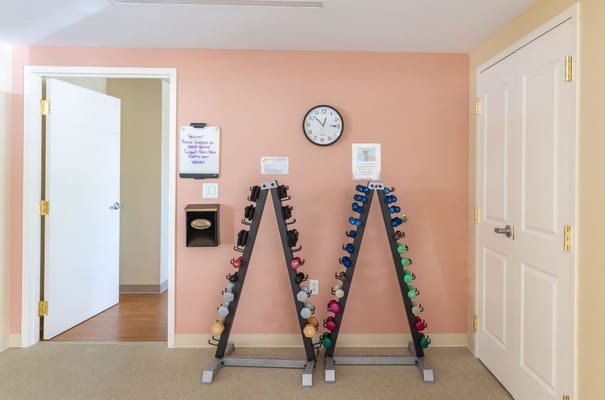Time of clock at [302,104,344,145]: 12:52
